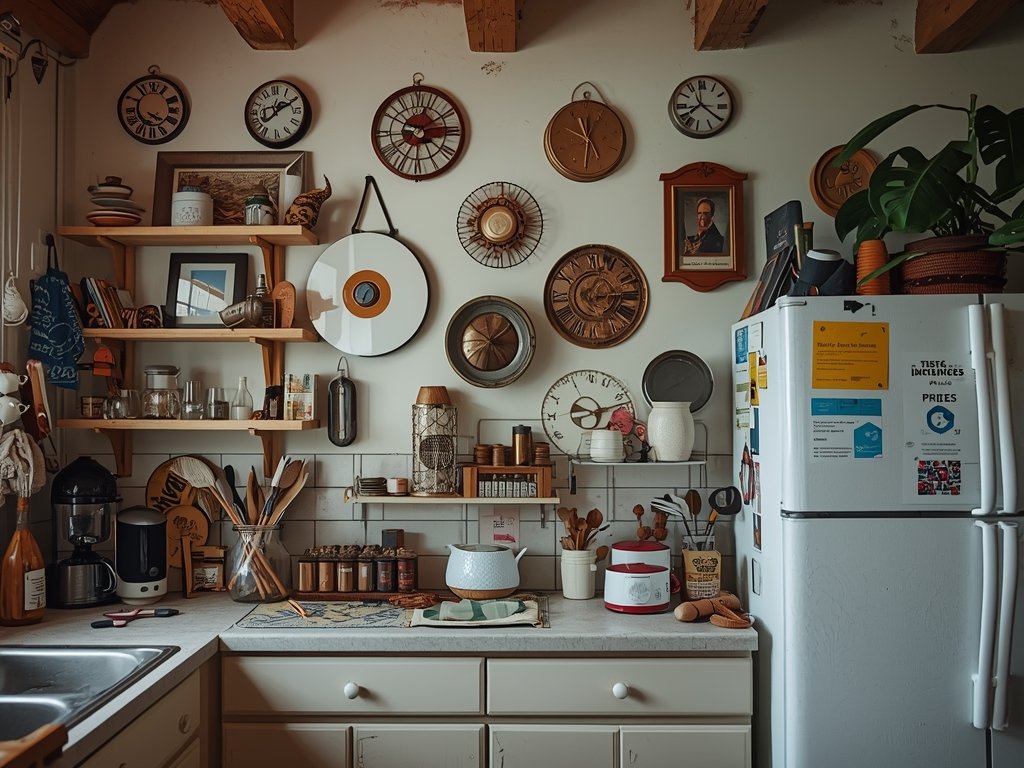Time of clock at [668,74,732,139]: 7:20
